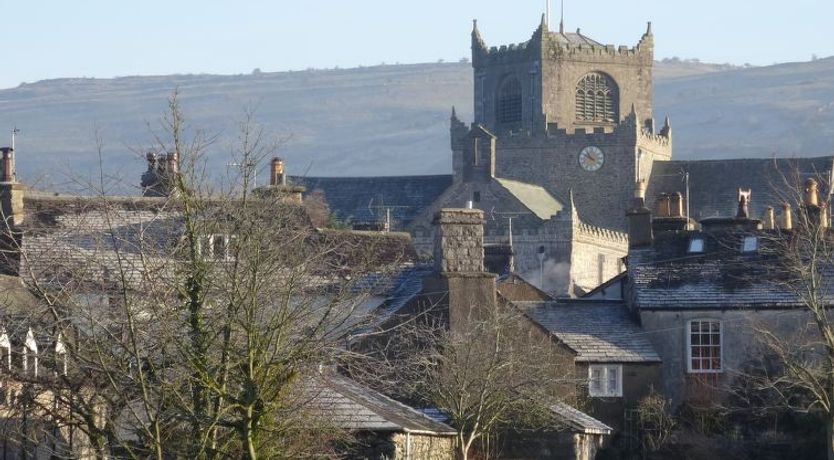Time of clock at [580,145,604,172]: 9:53
